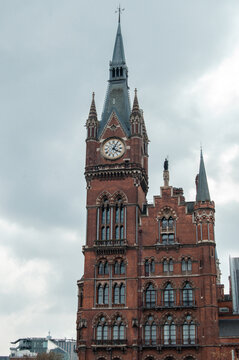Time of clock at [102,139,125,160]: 4:04
